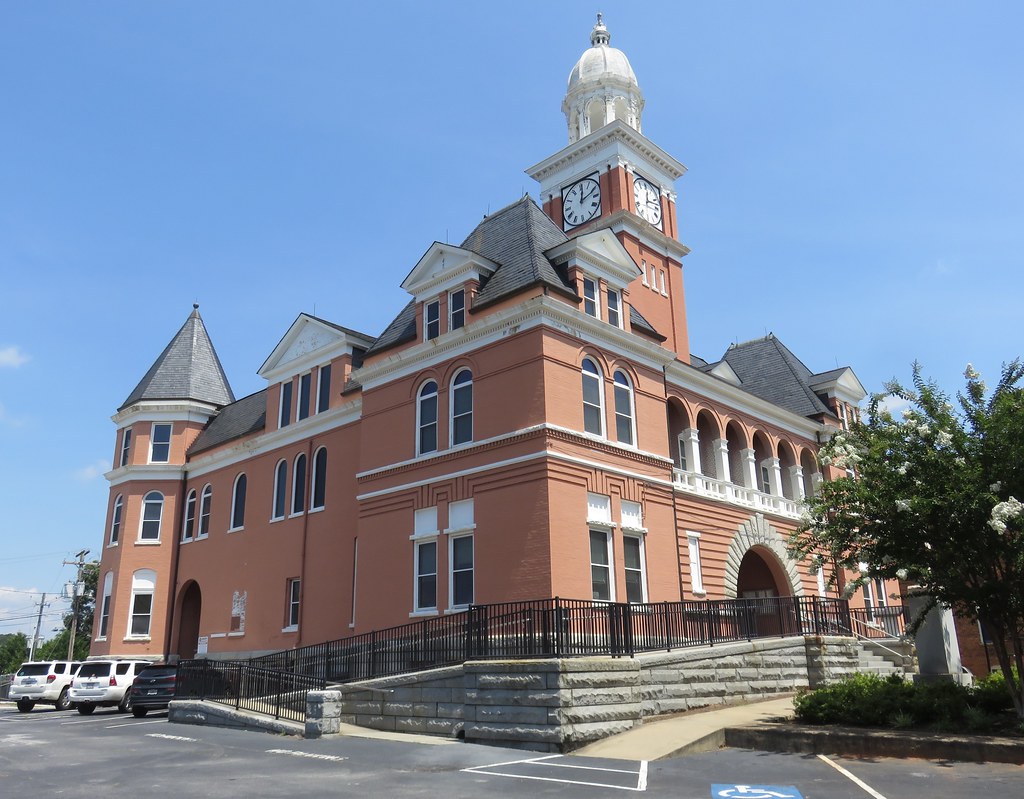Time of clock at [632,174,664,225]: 12:12
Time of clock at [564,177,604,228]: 12:11
